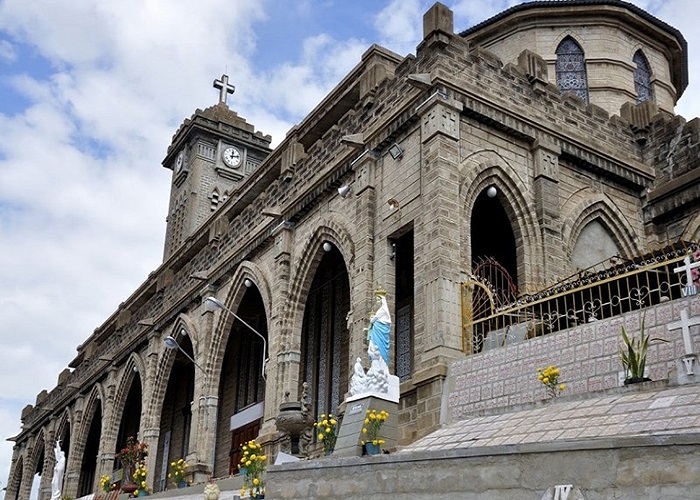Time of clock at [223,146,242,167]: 12:12
